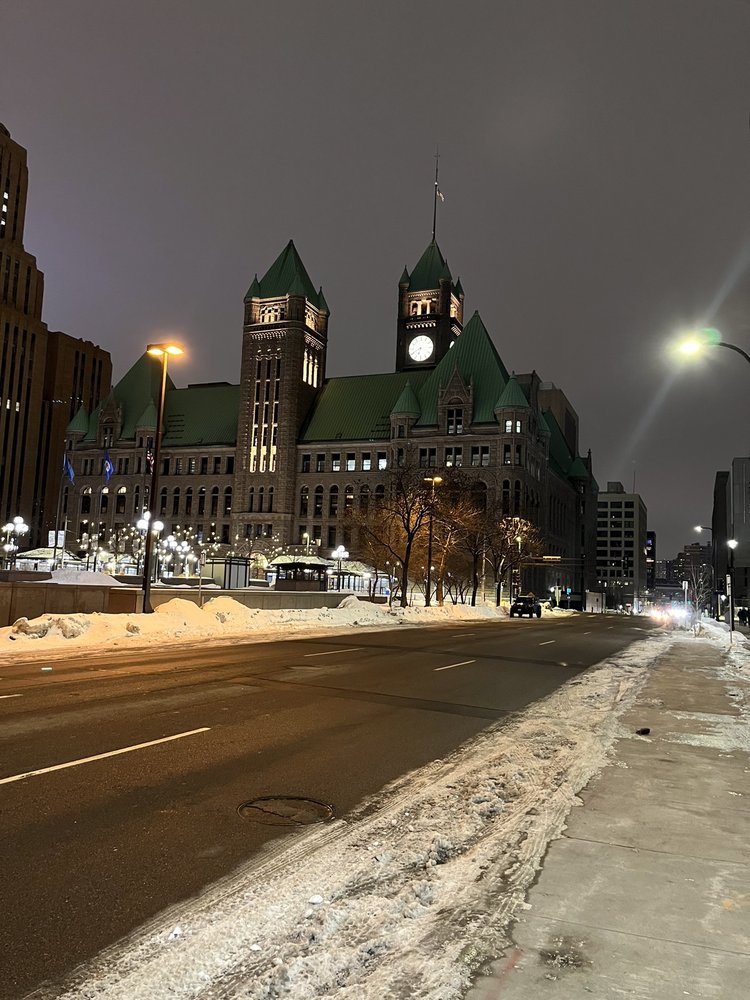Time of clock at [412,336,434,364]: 6:40
